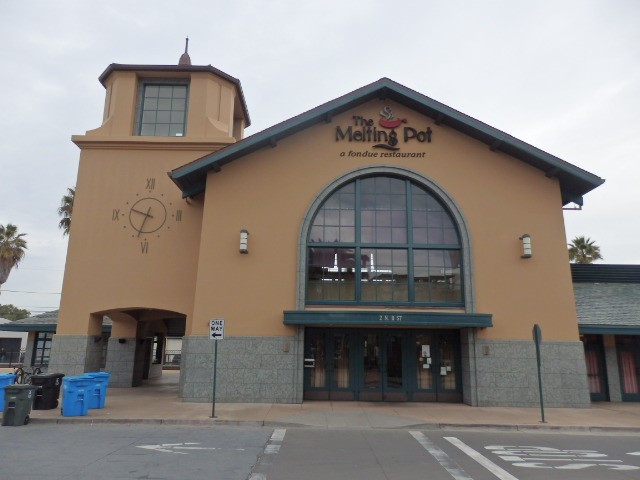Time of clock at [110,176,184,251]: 9:33
